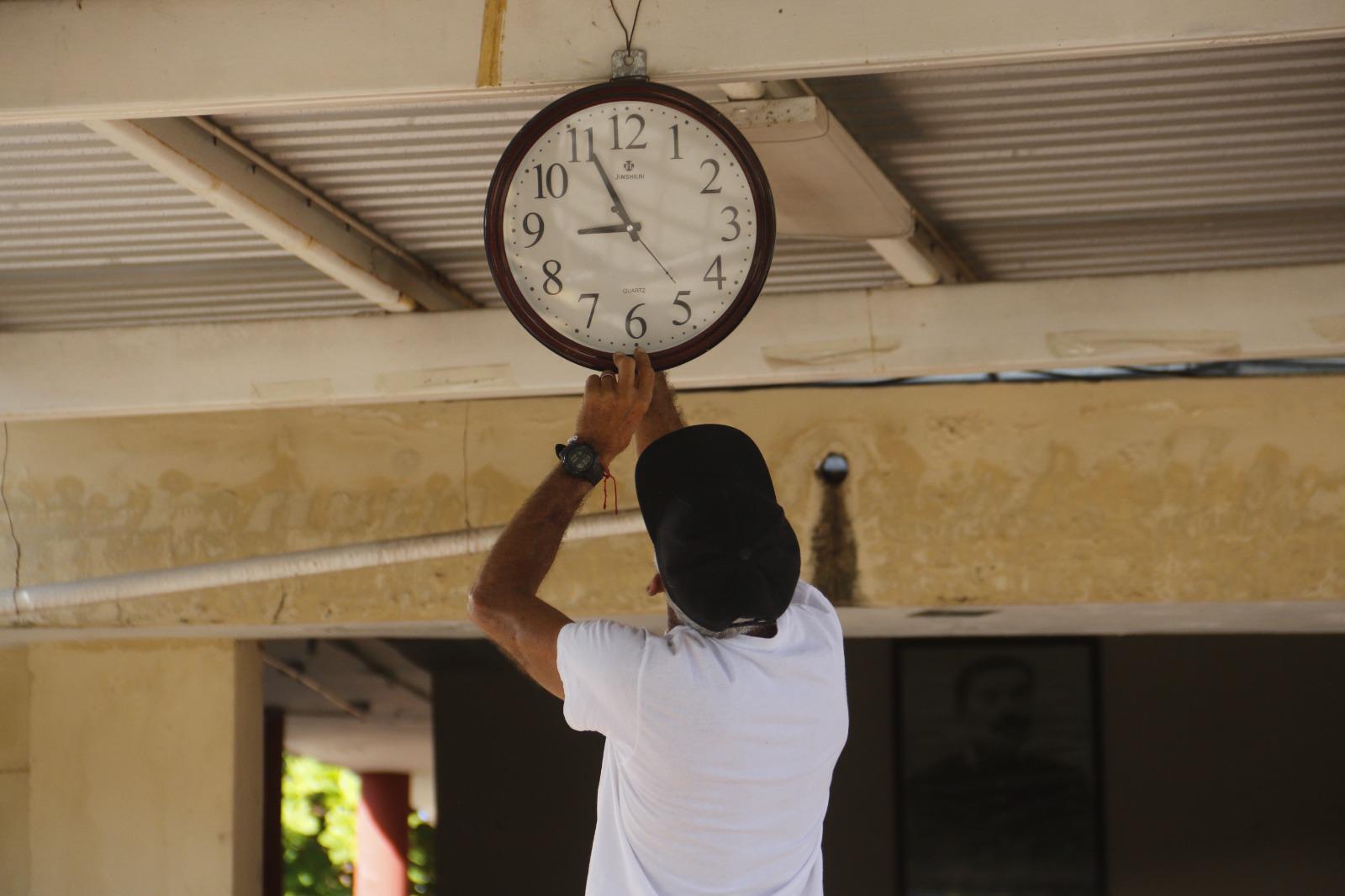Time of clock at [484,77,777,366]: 8:55
